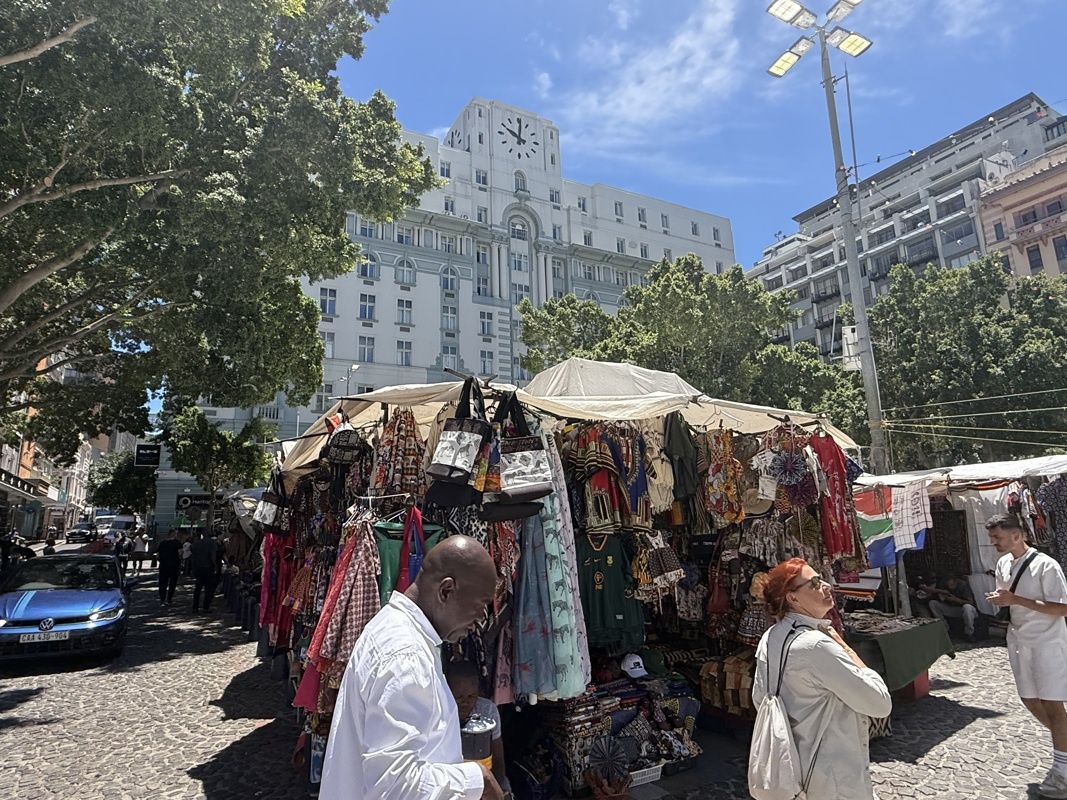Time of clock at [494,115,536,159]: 10:00
